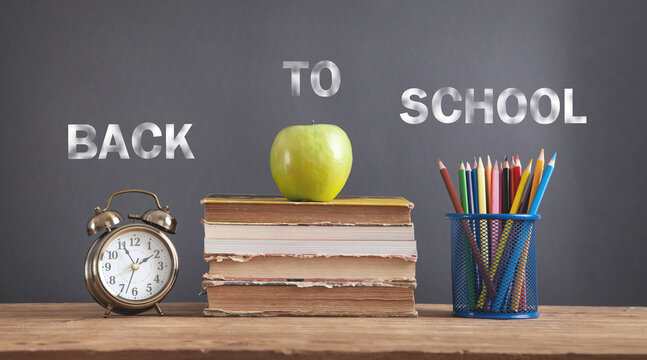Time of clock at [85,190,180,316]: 1:55
